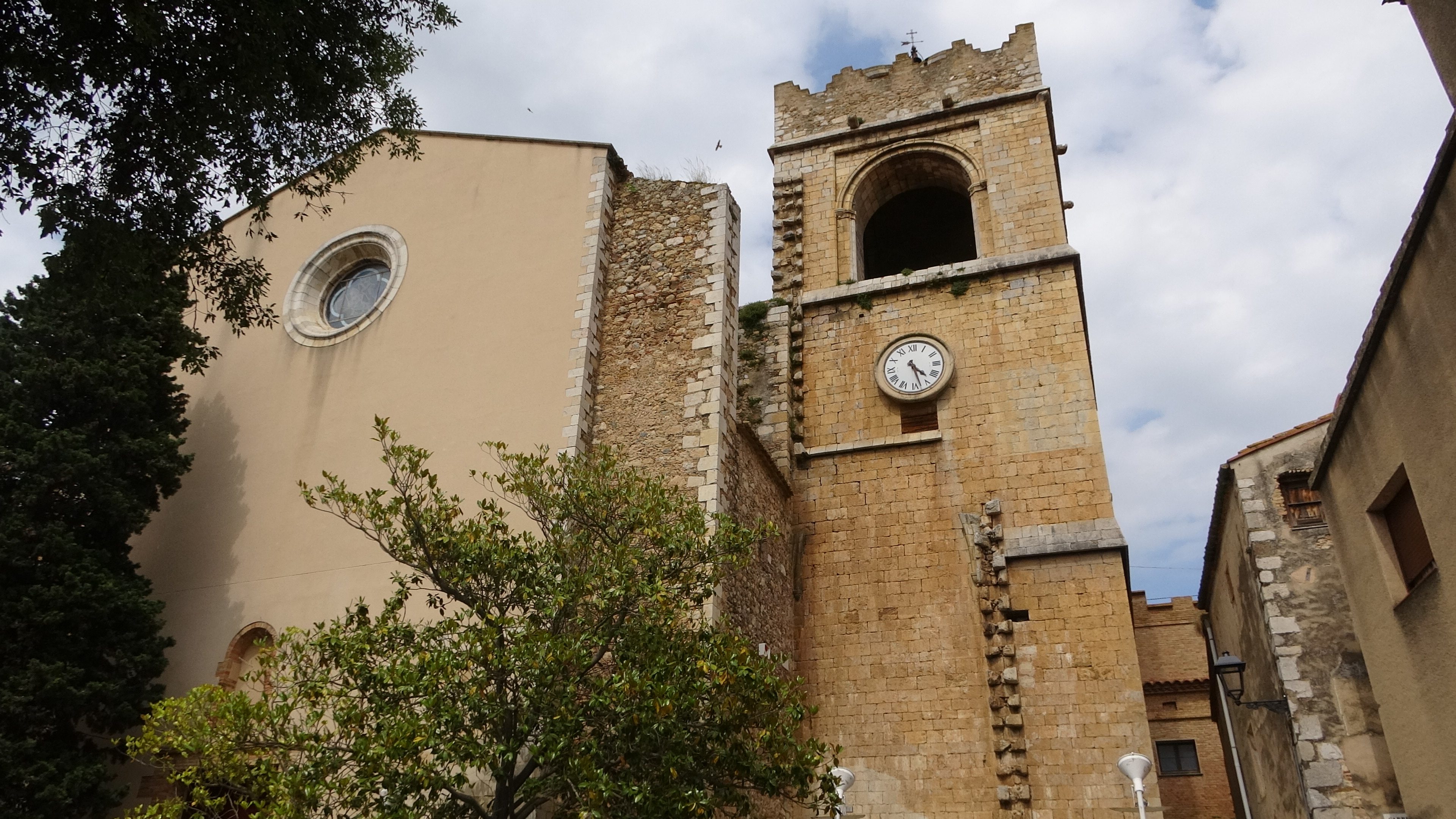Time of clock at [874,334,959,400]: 4:27
